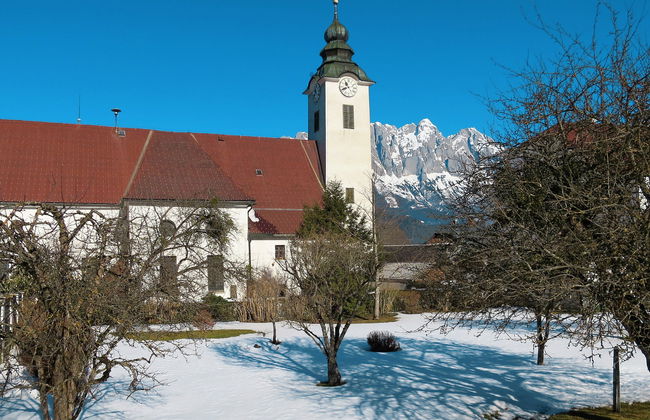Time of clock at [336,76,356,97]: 10:41
